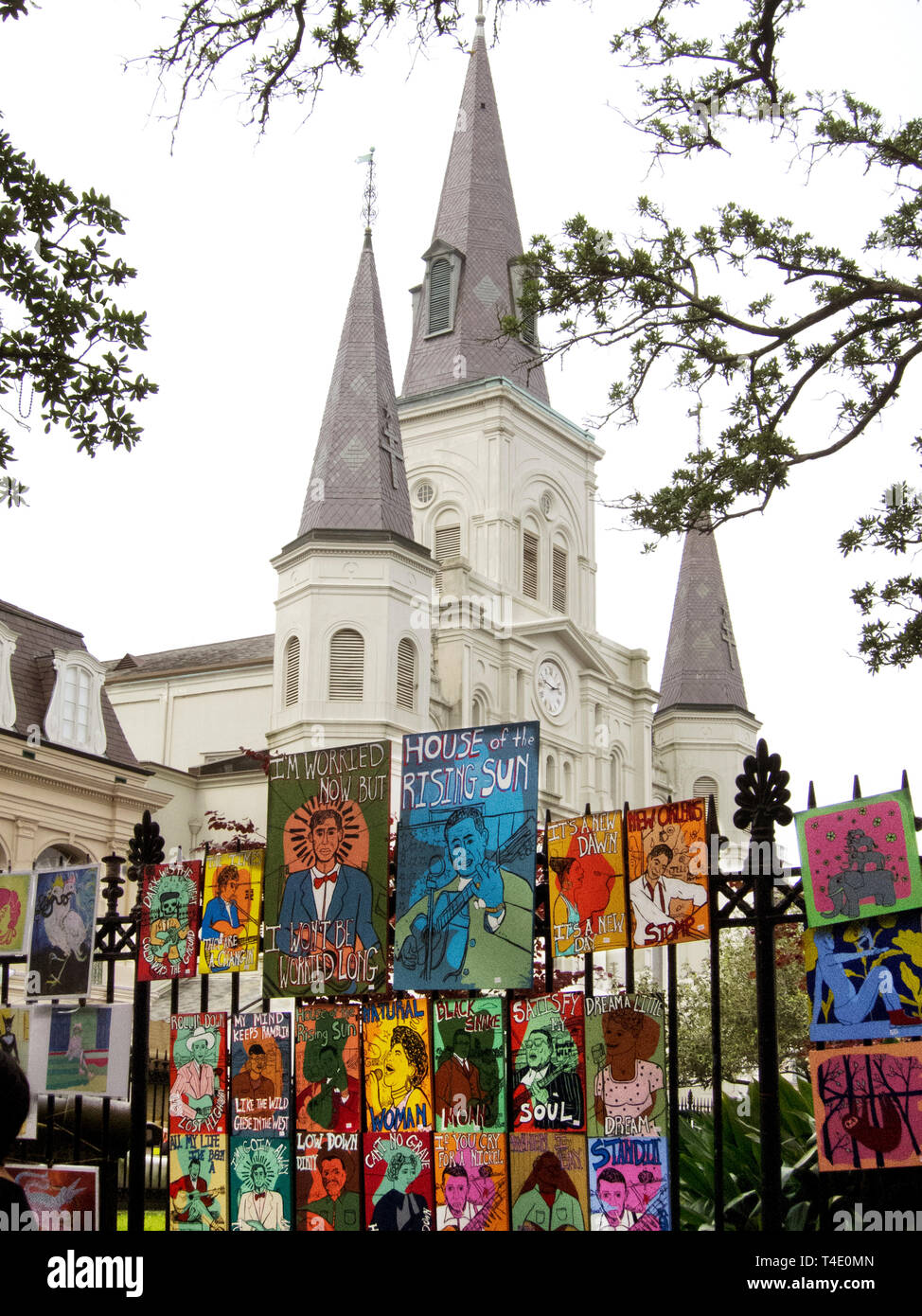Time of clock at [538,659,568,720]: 2:48
